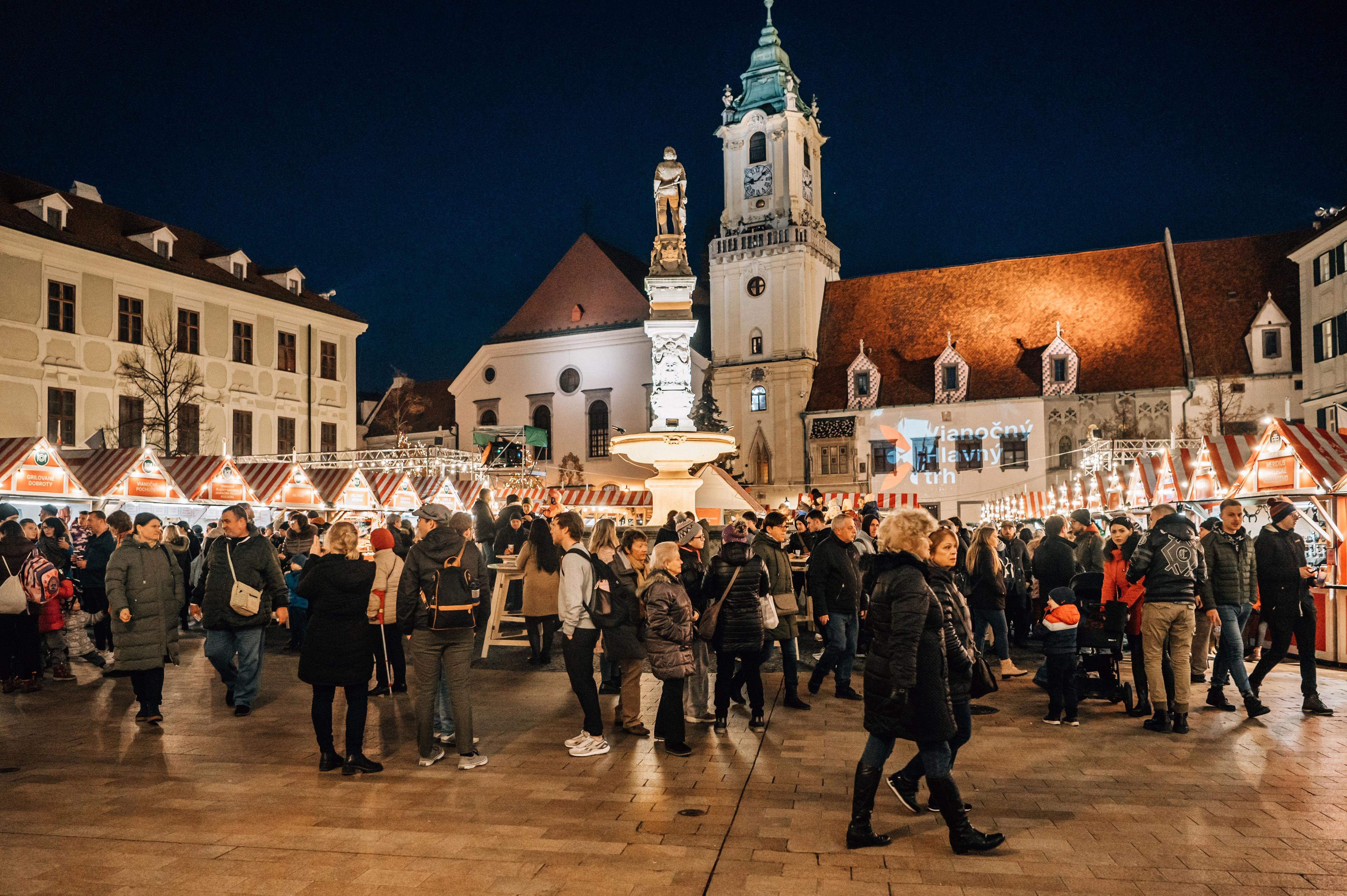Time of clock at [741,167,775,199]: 9:08
